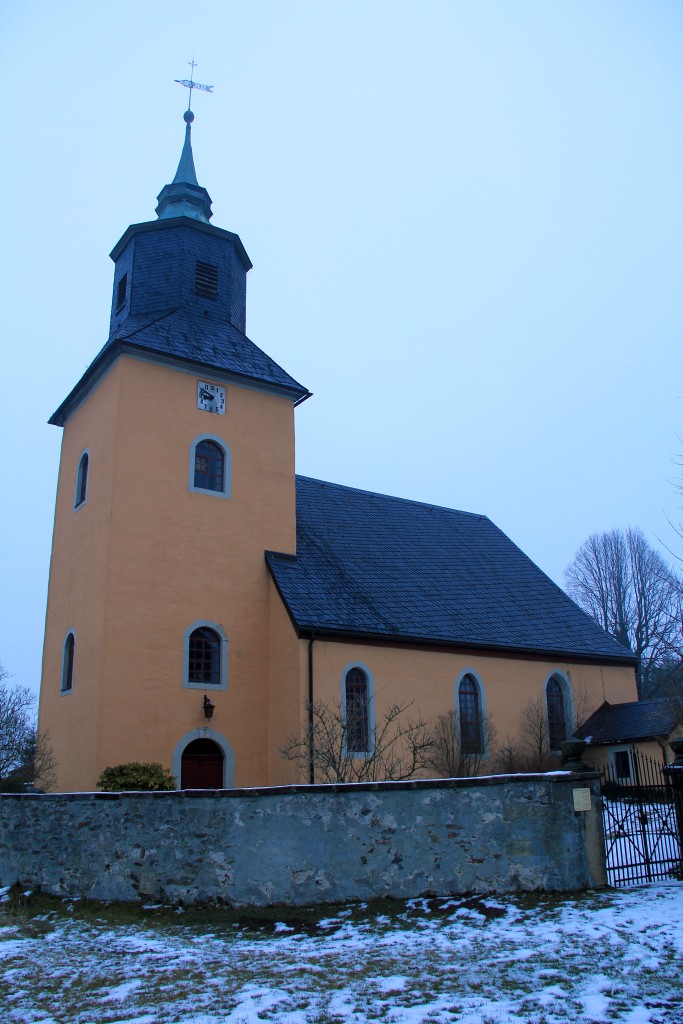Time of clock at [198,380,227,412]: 8:50
